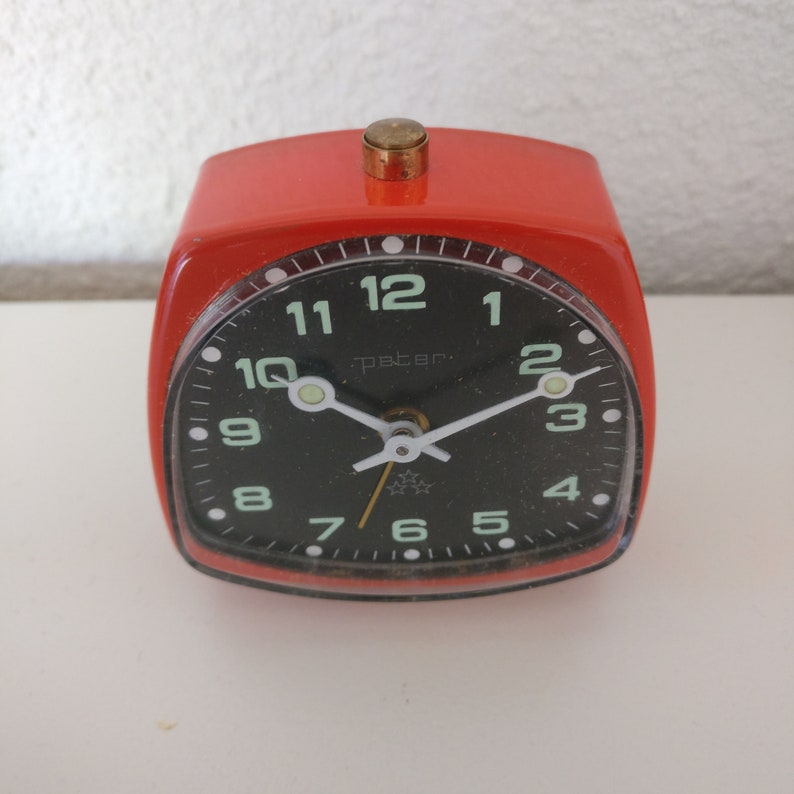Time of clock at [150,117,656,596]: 10:11
